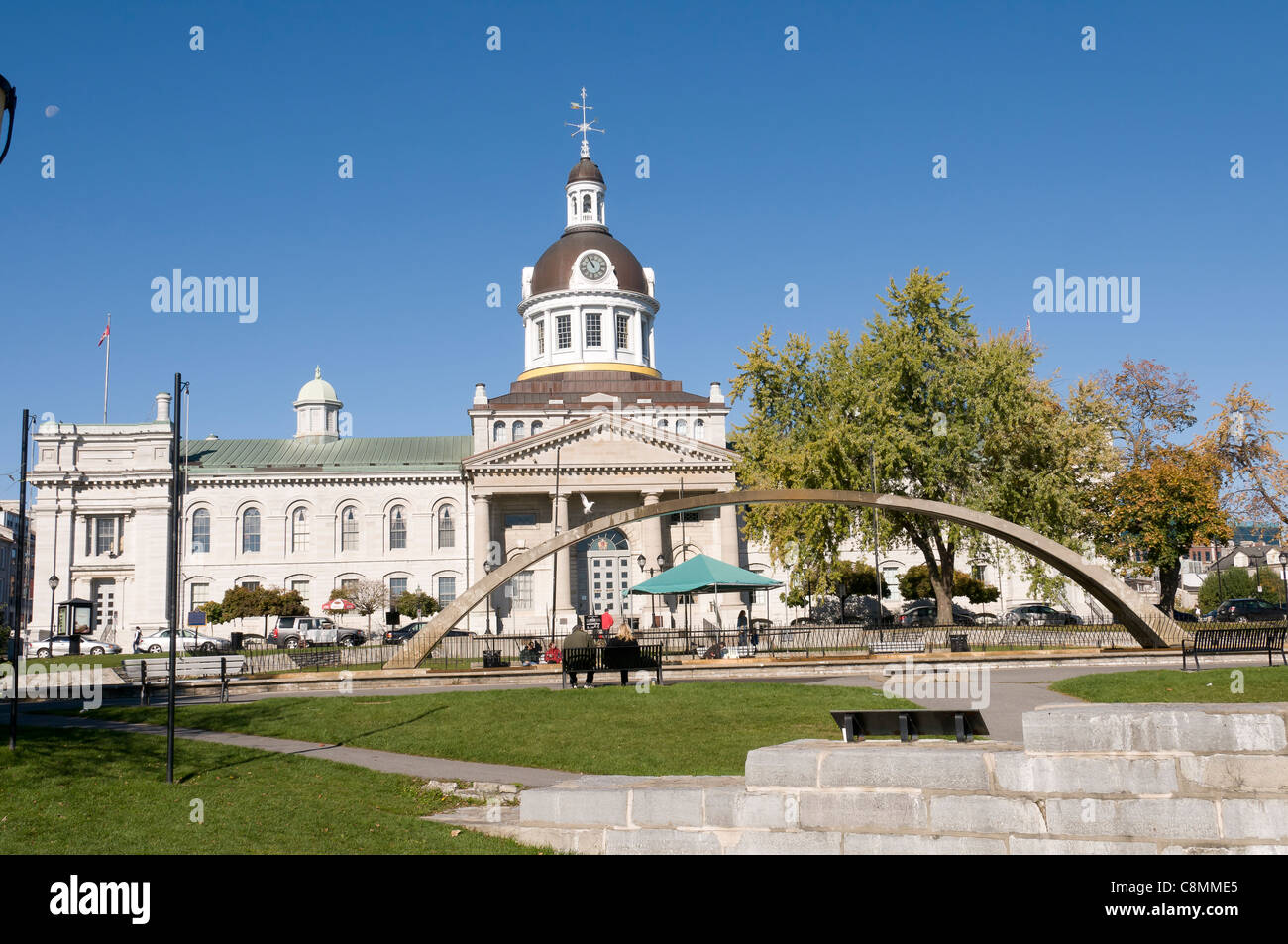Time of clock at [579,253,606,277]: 10:55
